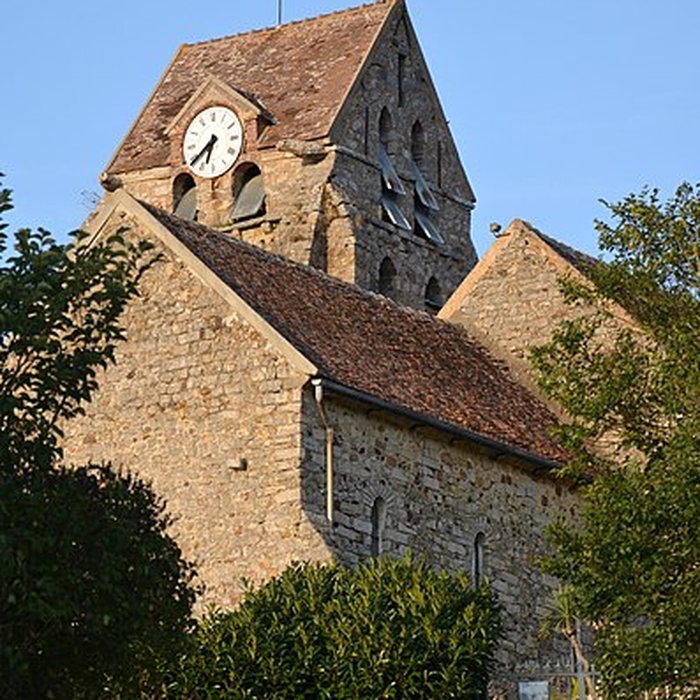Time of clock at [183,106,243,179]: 6:38
